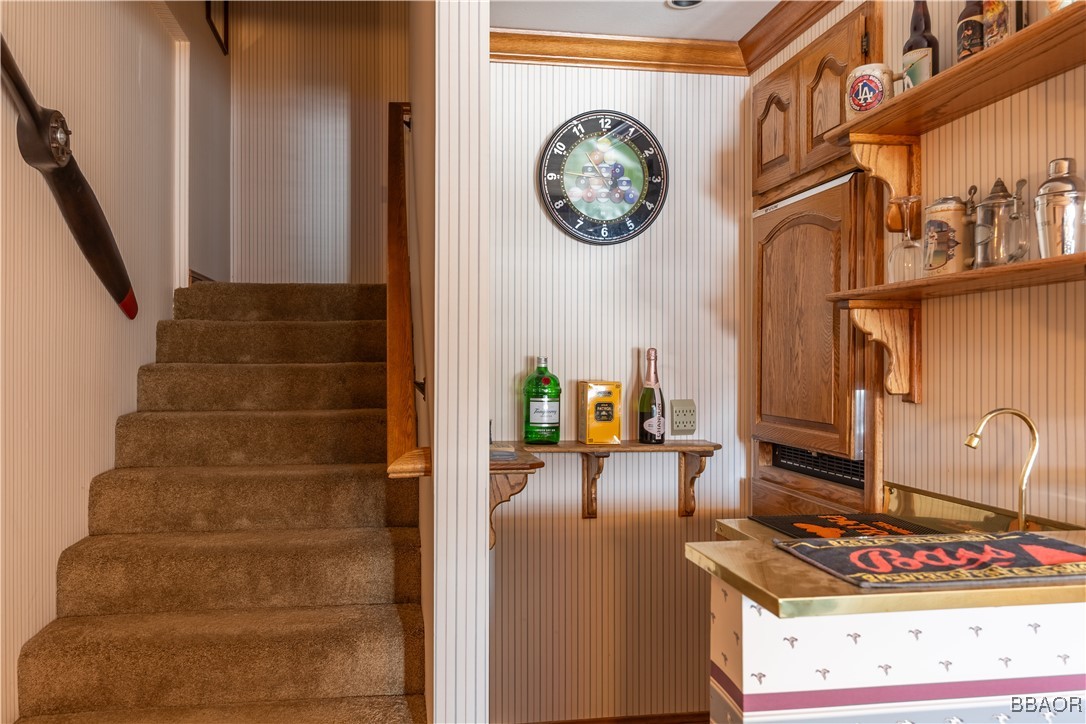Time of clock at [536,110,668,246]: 10:45
